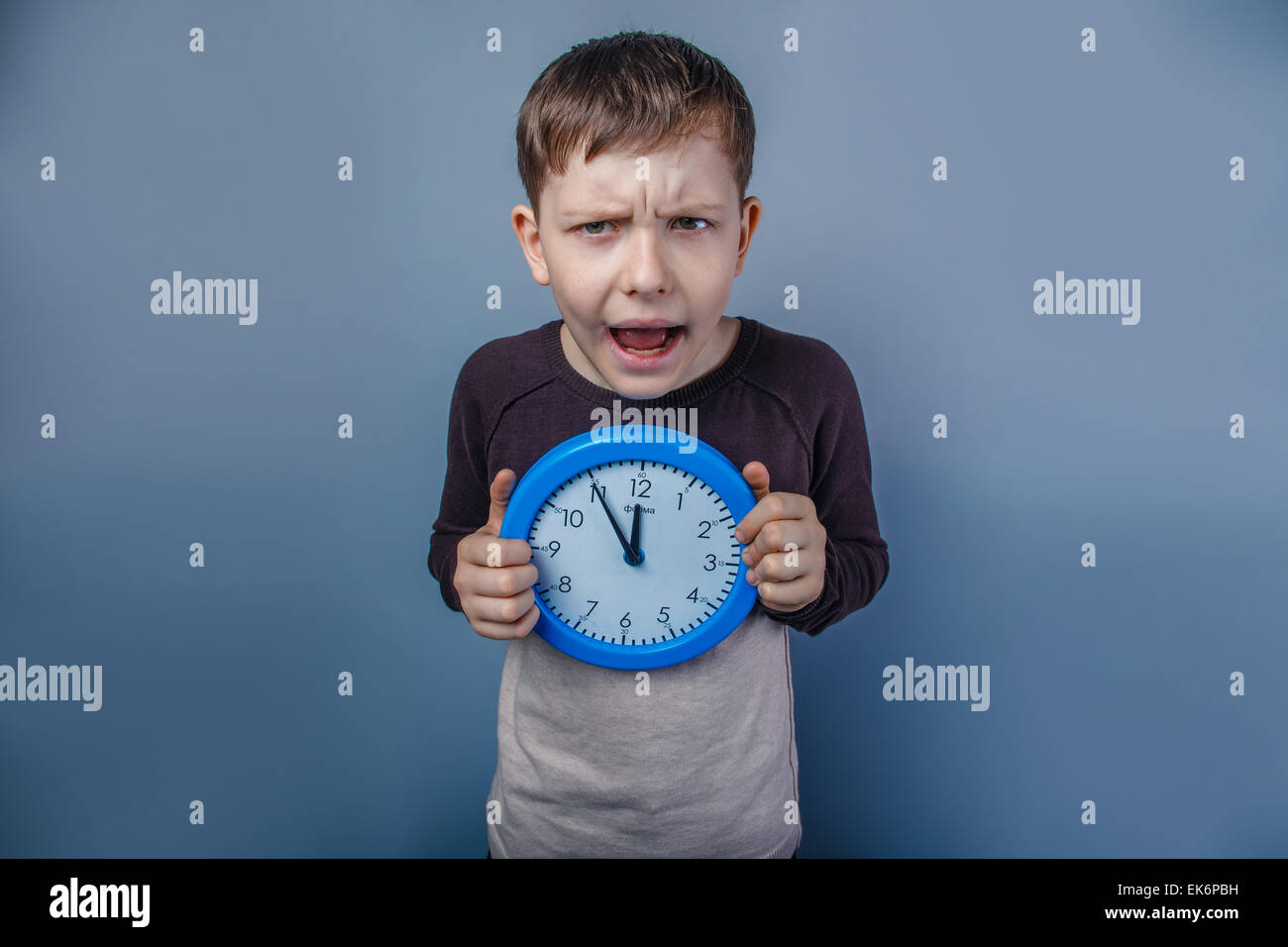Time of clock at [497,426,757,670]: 11:54
